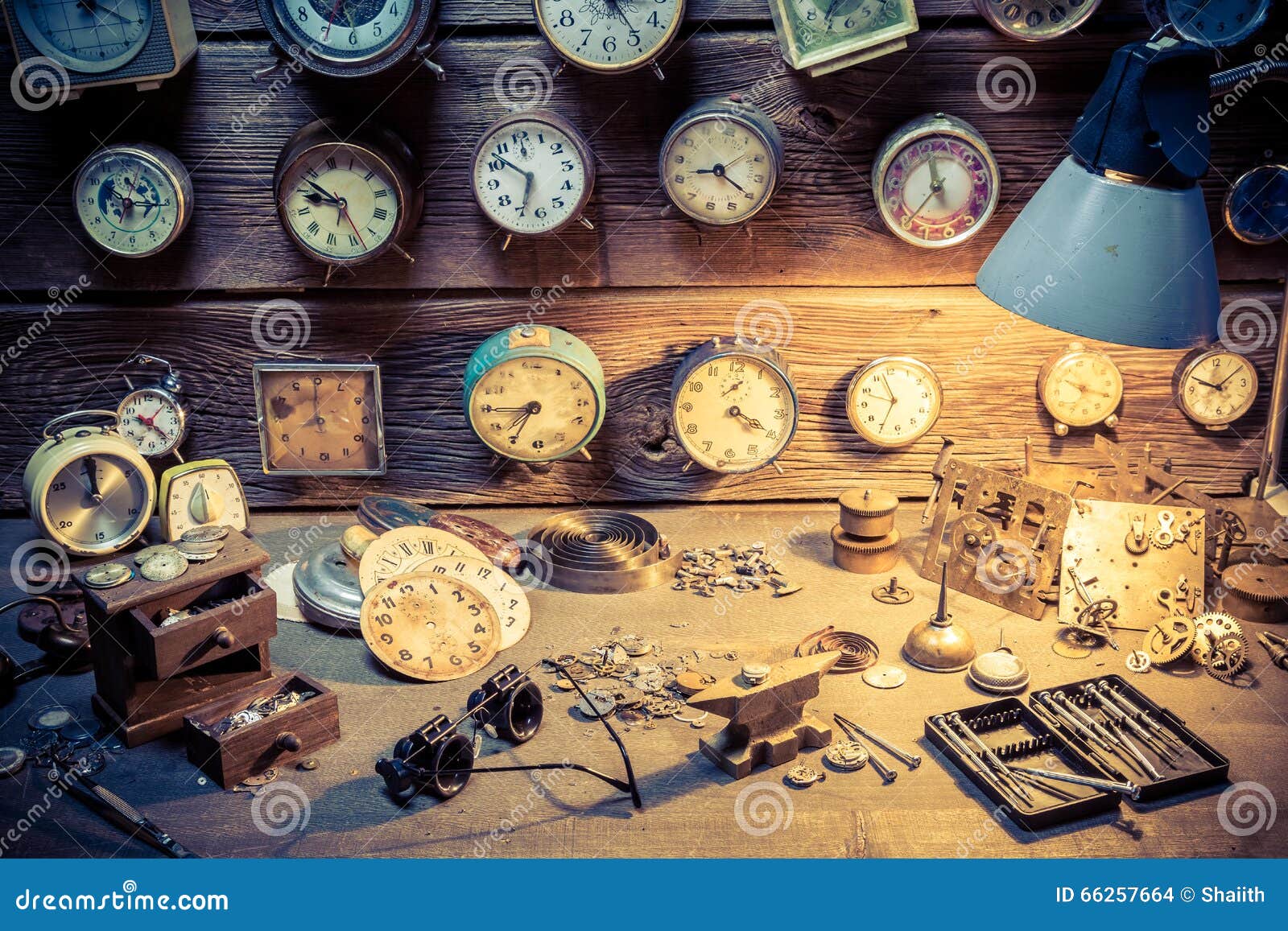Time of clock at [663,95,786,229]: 8:19
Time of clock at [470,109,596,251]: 6:52
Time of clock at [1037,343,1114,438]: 10:19
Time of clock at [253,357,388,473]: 7:59
